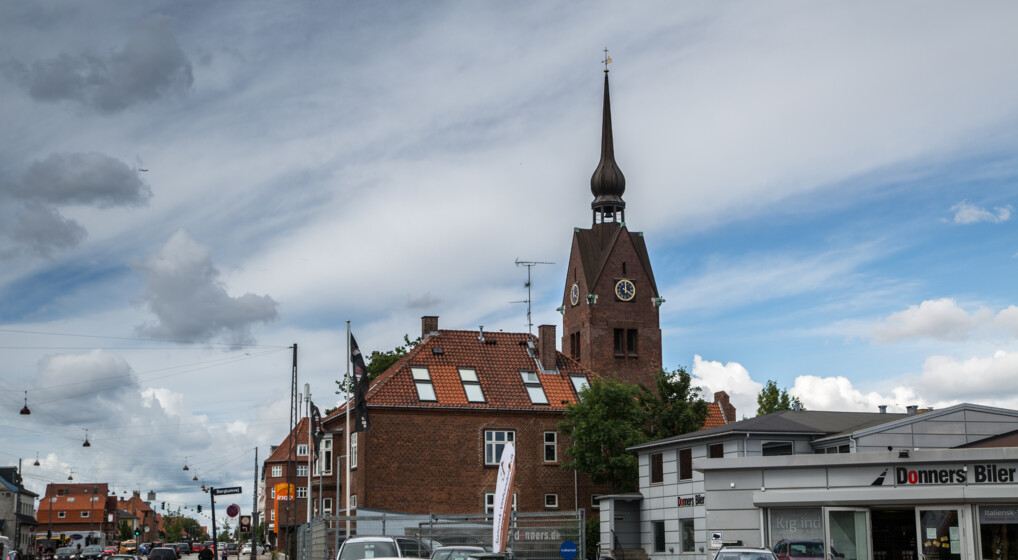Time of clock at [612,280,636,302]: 4:00
